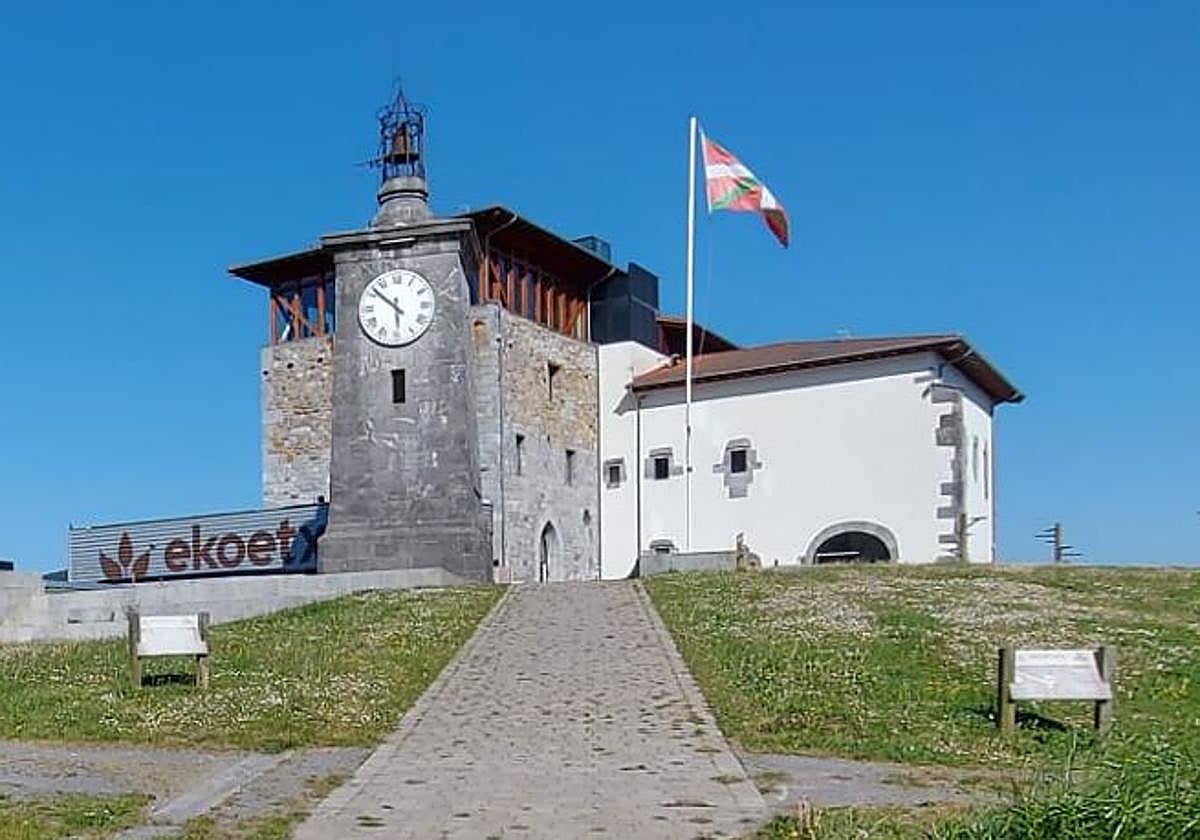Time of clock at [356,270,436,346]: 5:51
